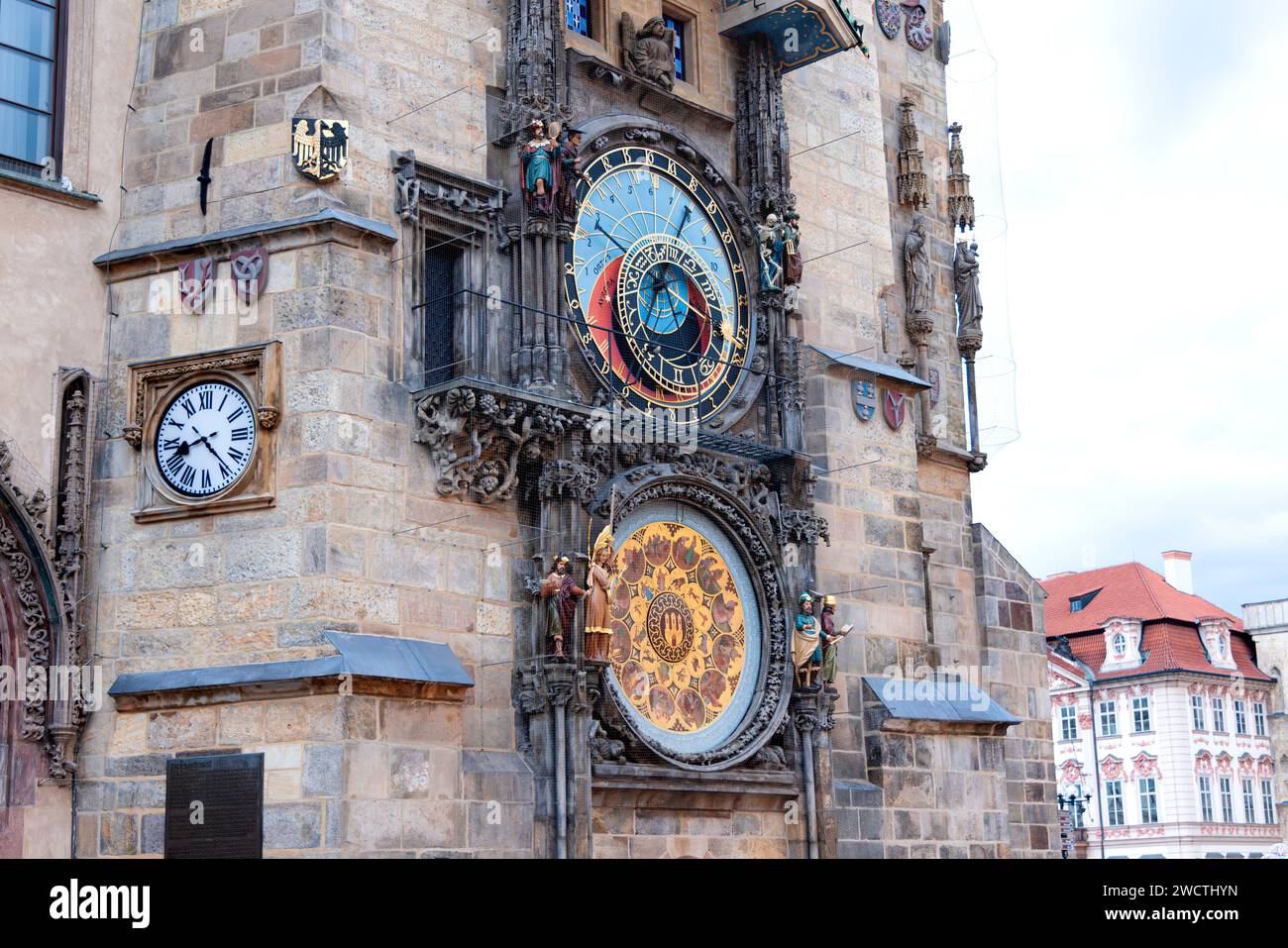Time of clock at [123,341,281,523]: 8:23
